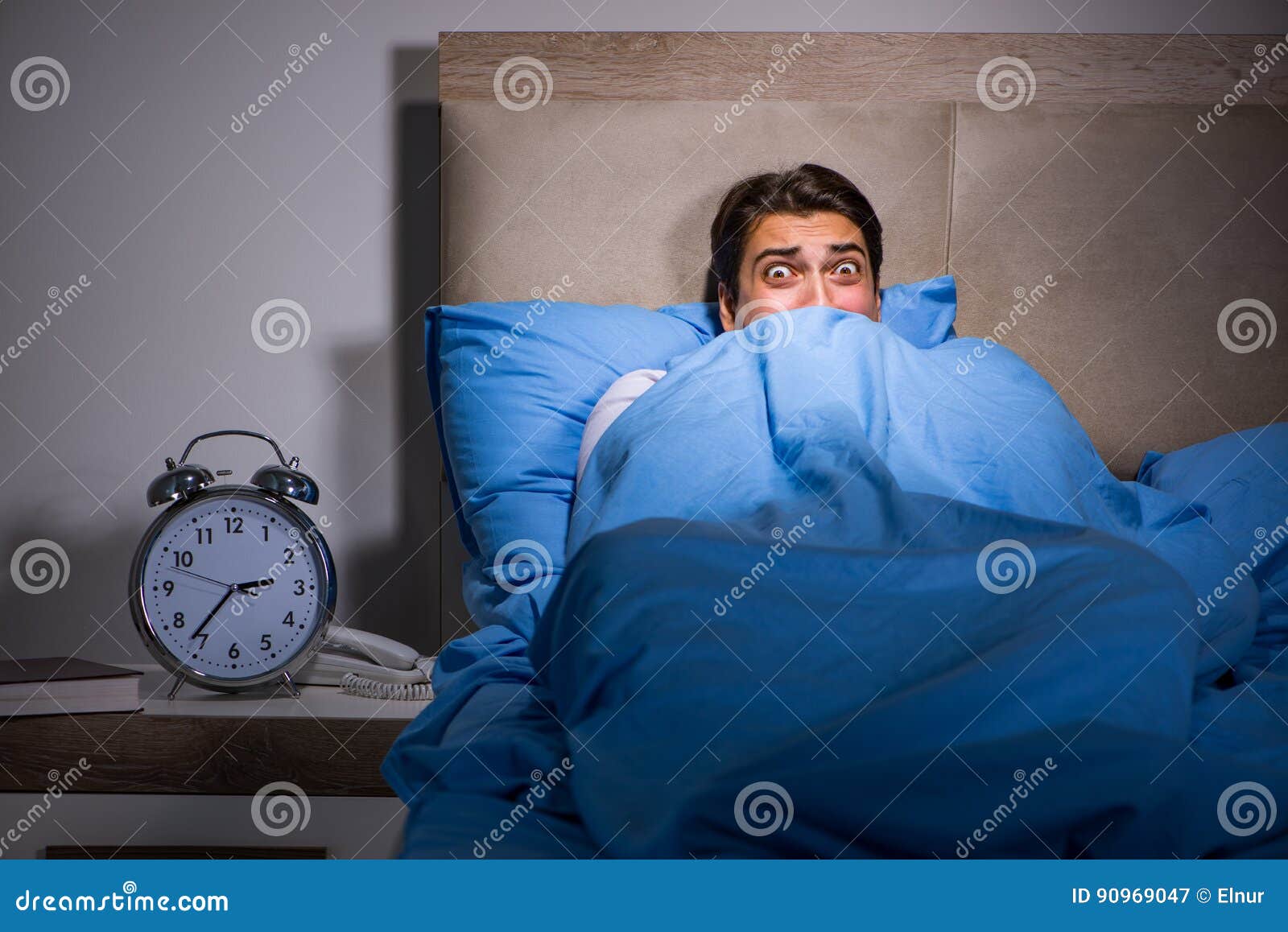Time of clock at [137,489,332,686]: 2:36
